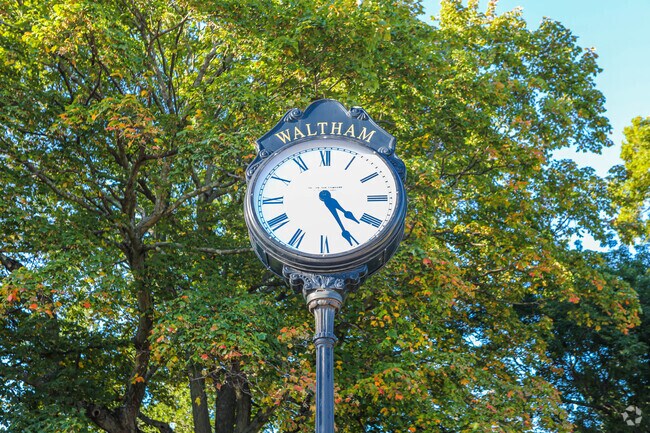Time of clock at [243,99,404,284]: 4:25
